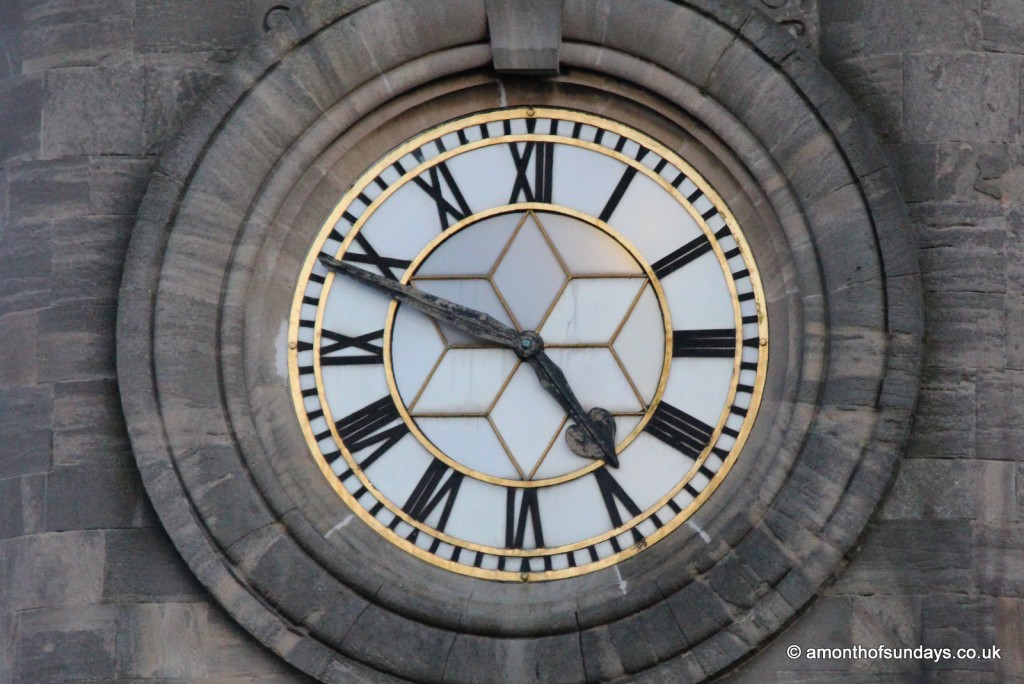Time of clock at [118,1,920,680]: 4:48
